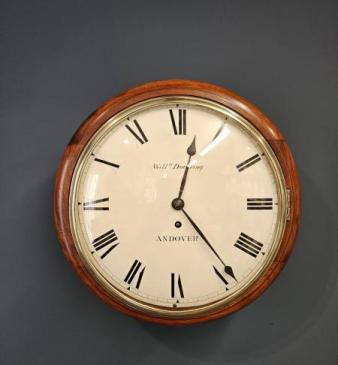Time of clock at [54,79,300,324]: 12:23
